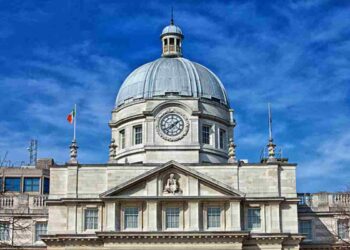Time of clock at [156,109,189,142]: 1:39
